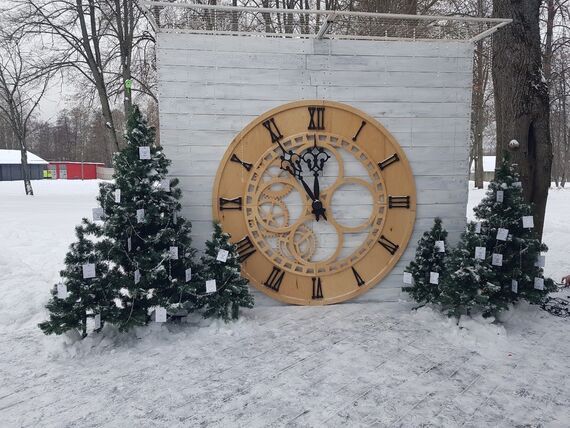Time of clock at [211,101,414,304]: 11:54
